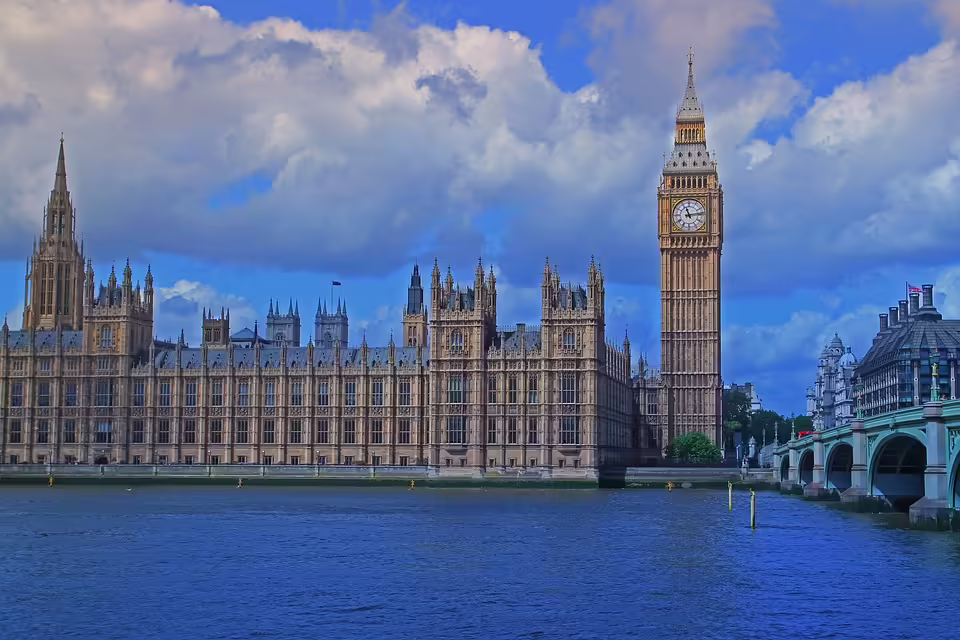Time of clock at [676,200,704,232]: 11:13
